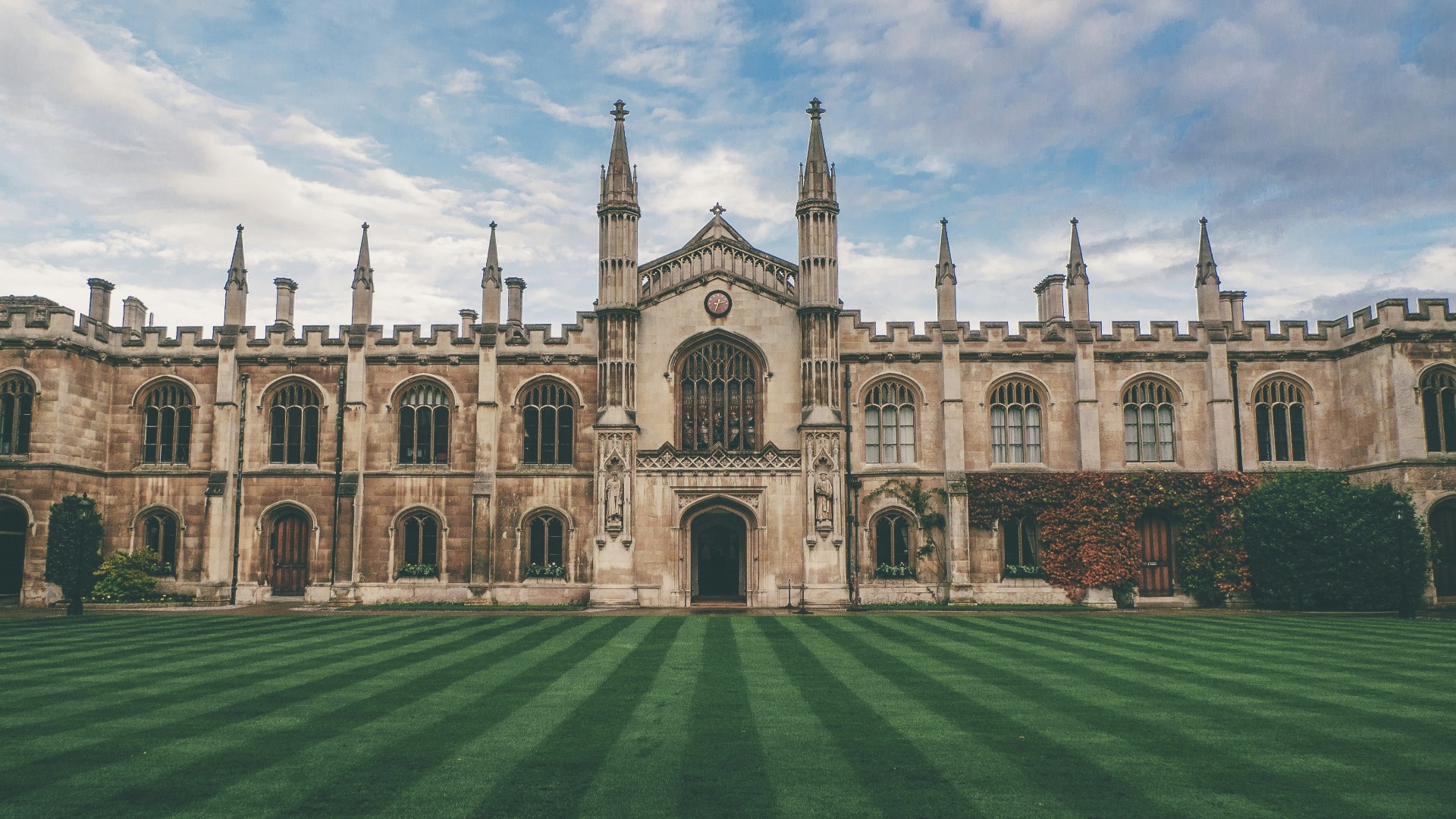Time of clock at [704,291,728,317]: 2:33
